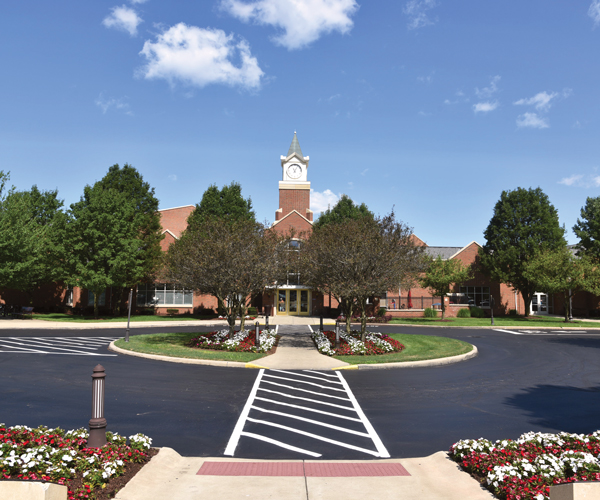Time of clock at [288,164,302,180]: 11:05
